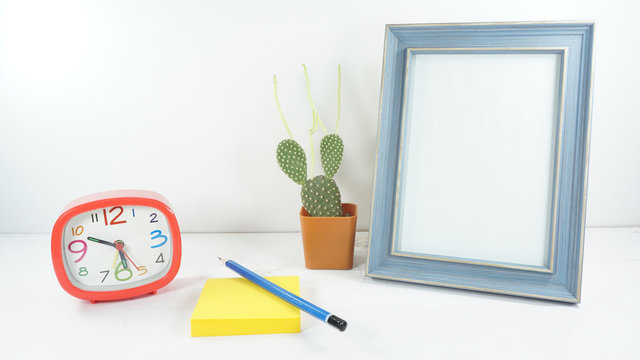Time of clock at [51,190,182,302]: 5:49
